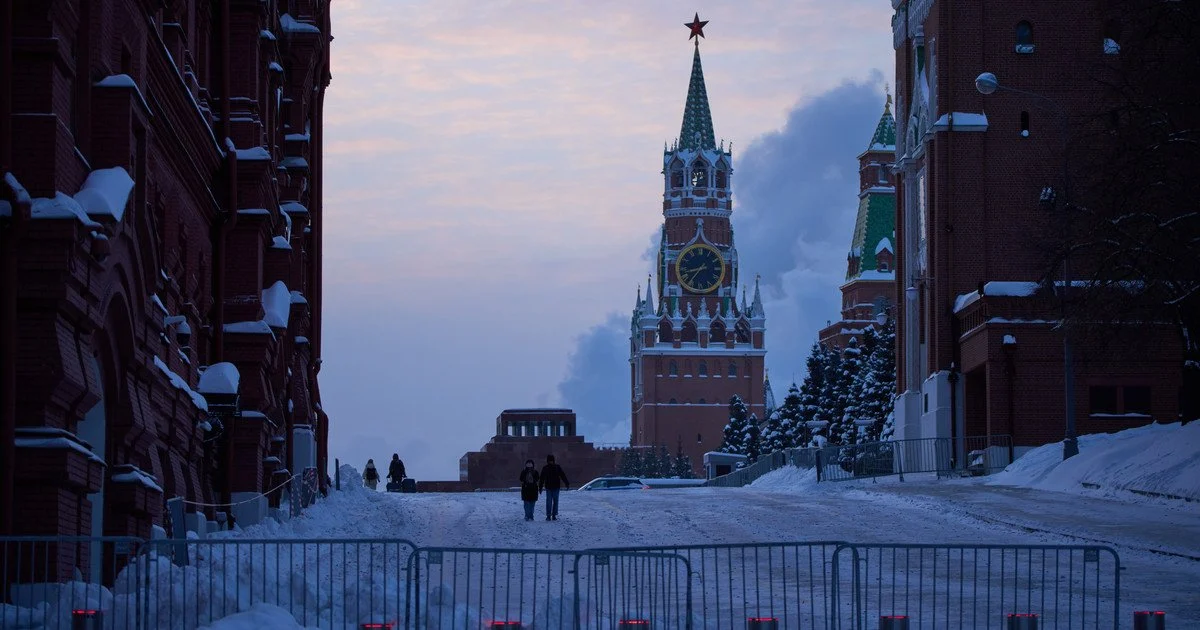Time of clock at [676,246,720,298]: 8:36
